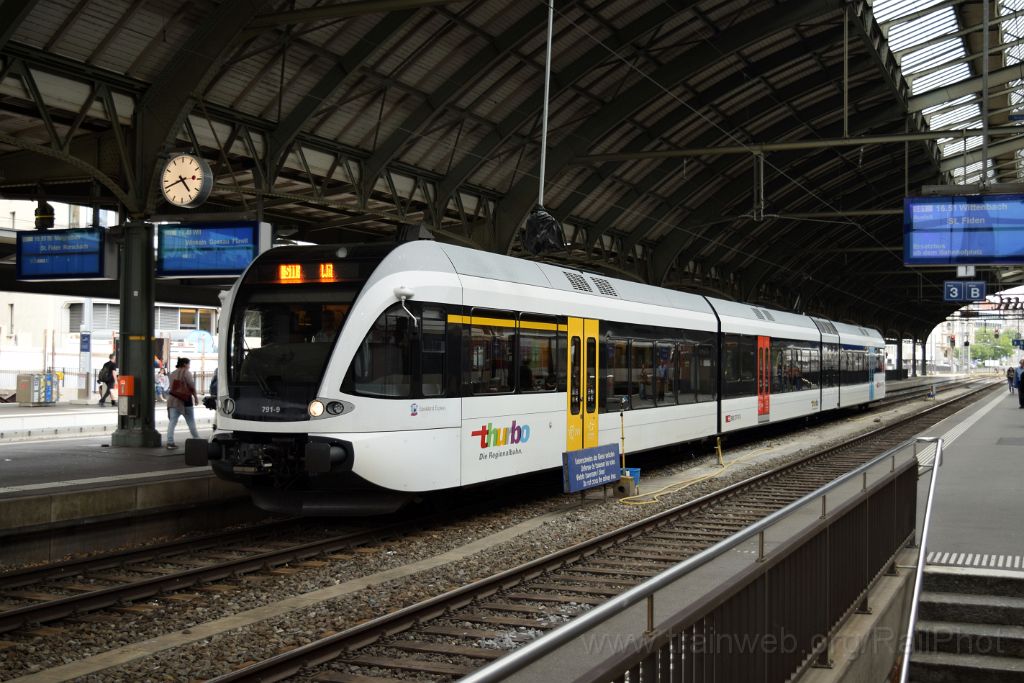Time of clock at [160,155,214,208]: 4:42
